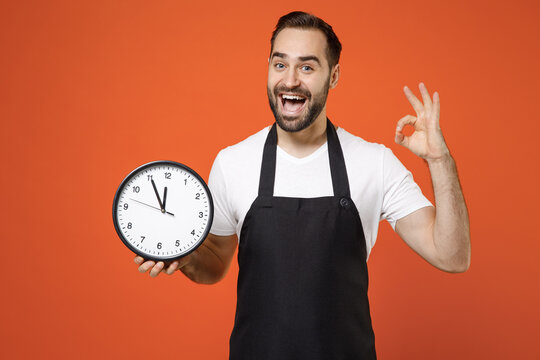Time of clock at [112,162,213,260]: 11:55
